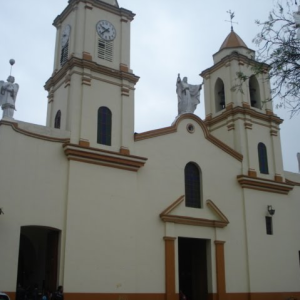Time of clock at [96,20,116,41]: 9:38
